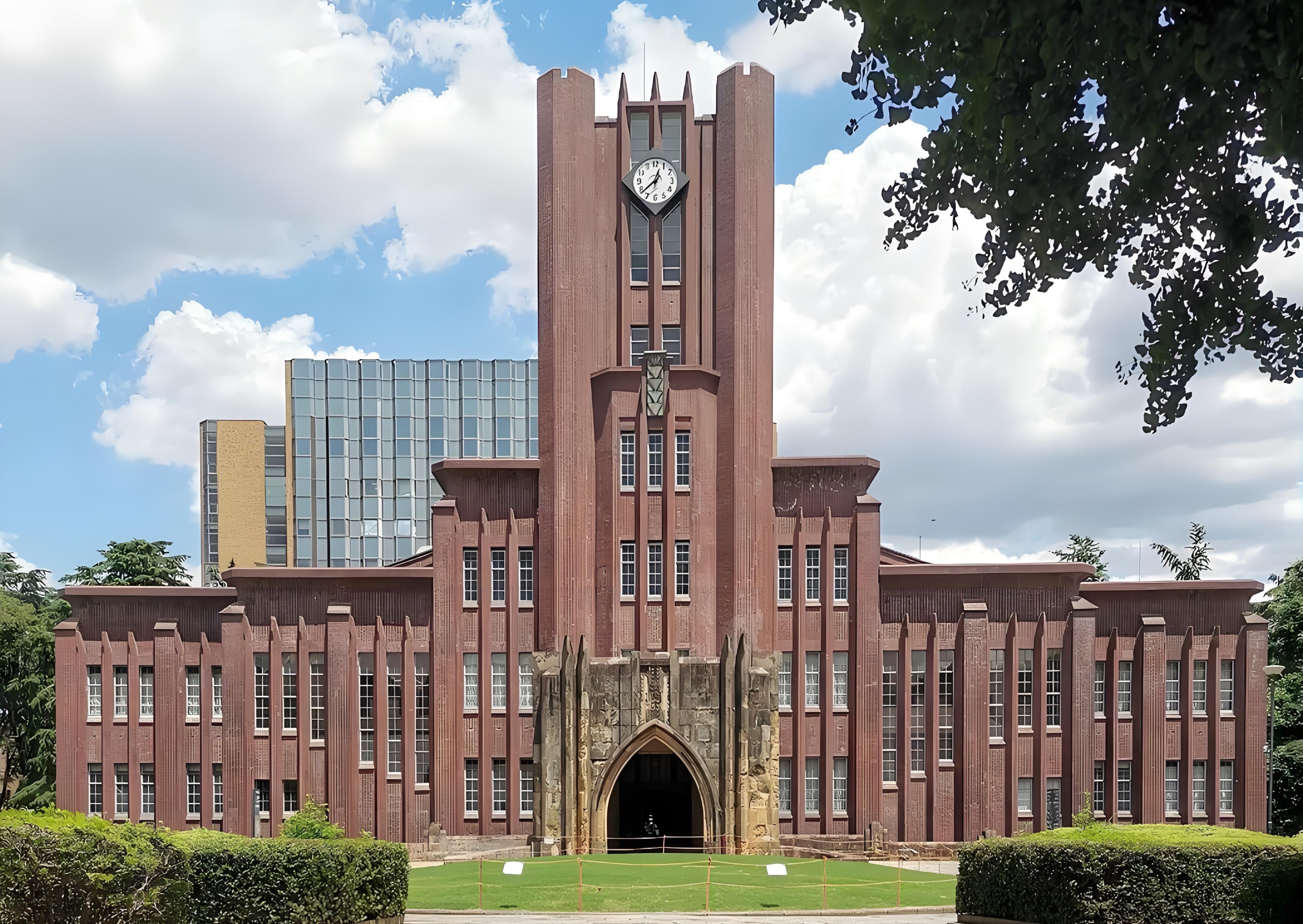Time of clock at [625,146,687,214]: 12:38
